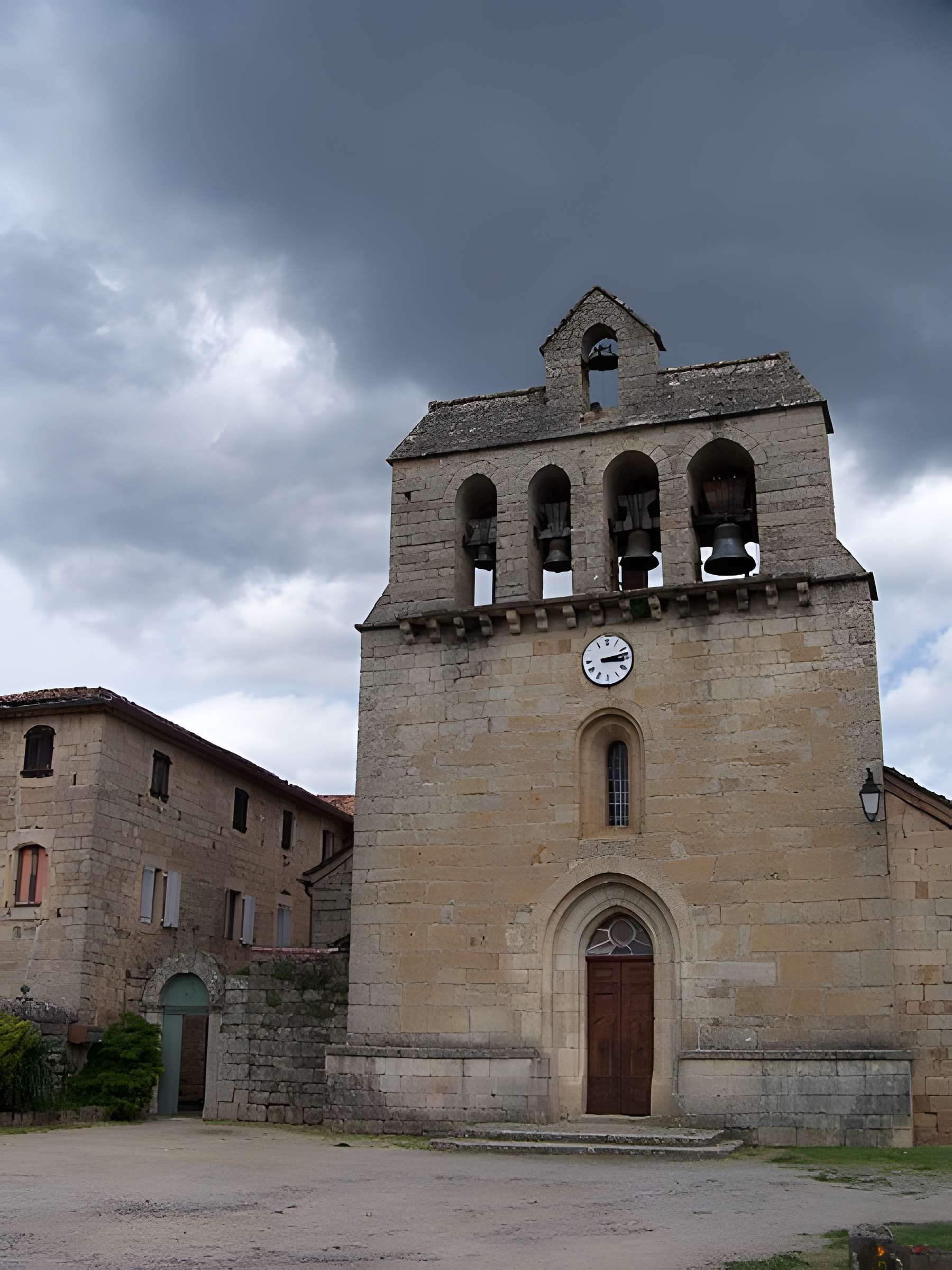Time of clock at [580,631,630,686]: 3:12
